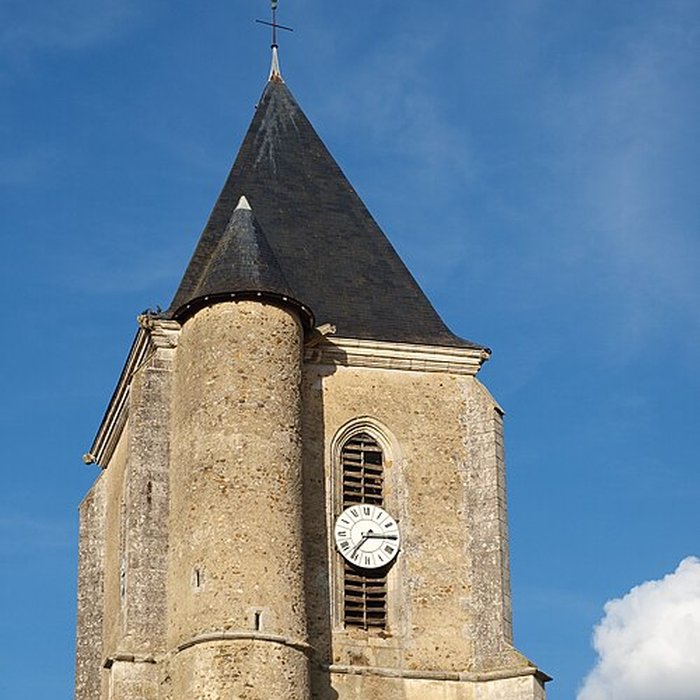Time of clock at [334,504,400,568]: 7:15
